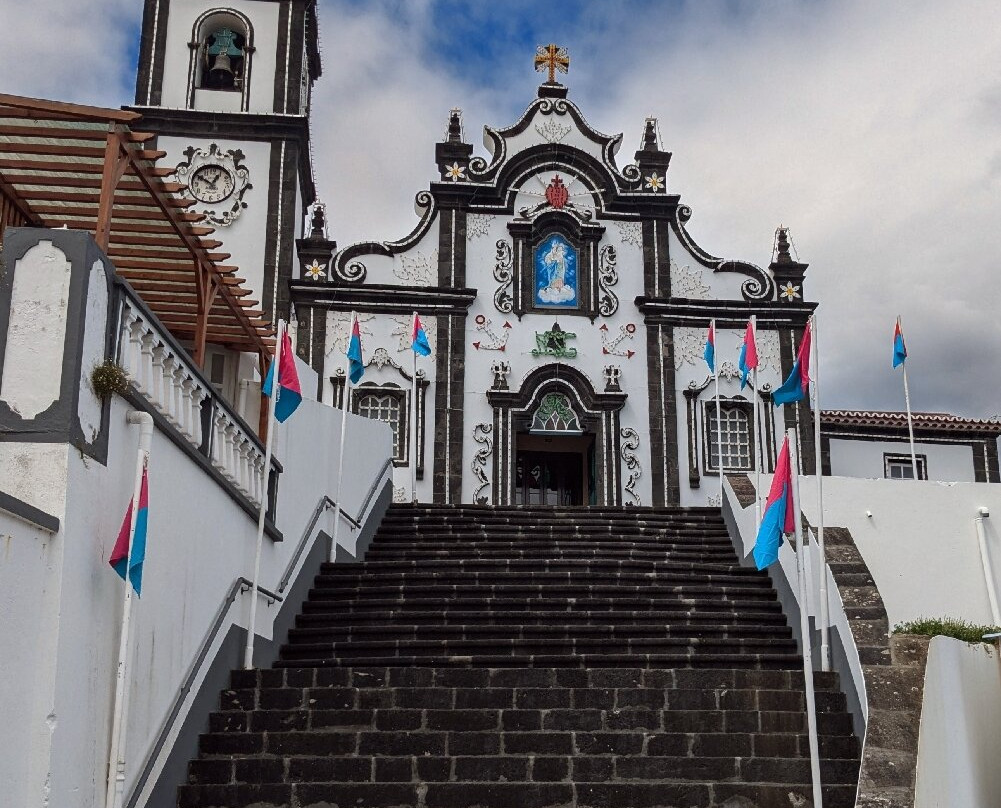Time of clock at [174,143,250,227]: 12:50
